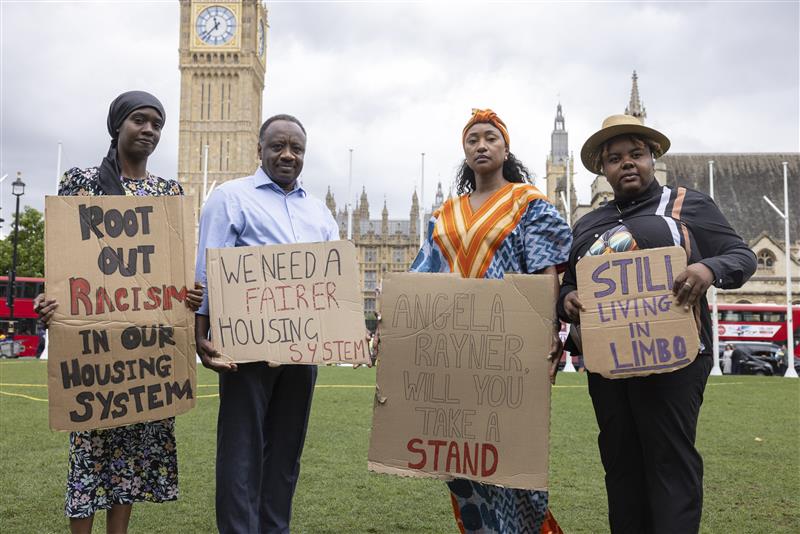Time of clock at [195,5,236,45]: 11:37
